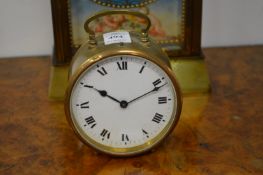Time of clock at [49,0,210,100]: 10:11
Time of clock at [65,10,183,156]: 10:11
